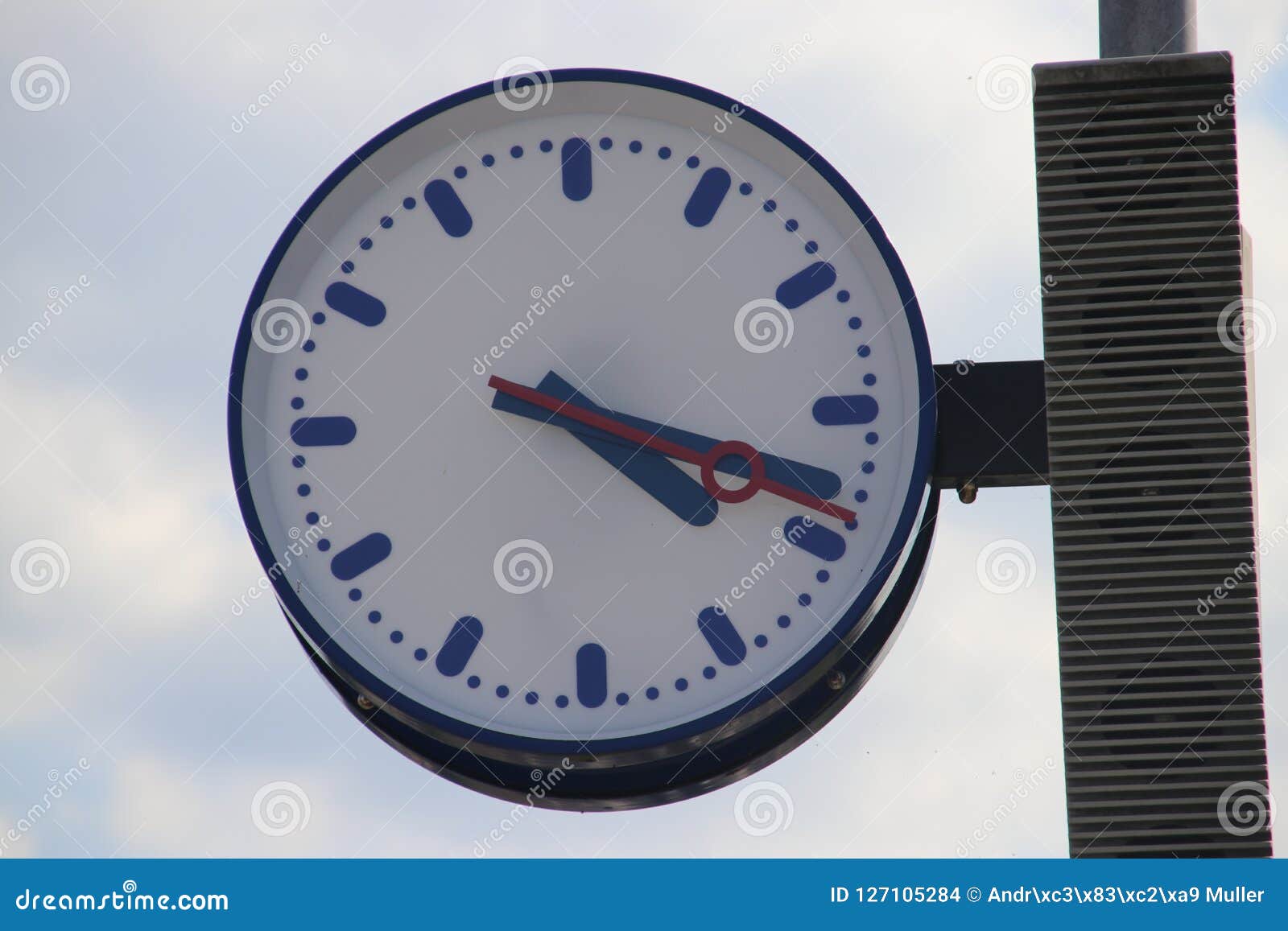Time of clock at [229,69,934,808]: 4:18
